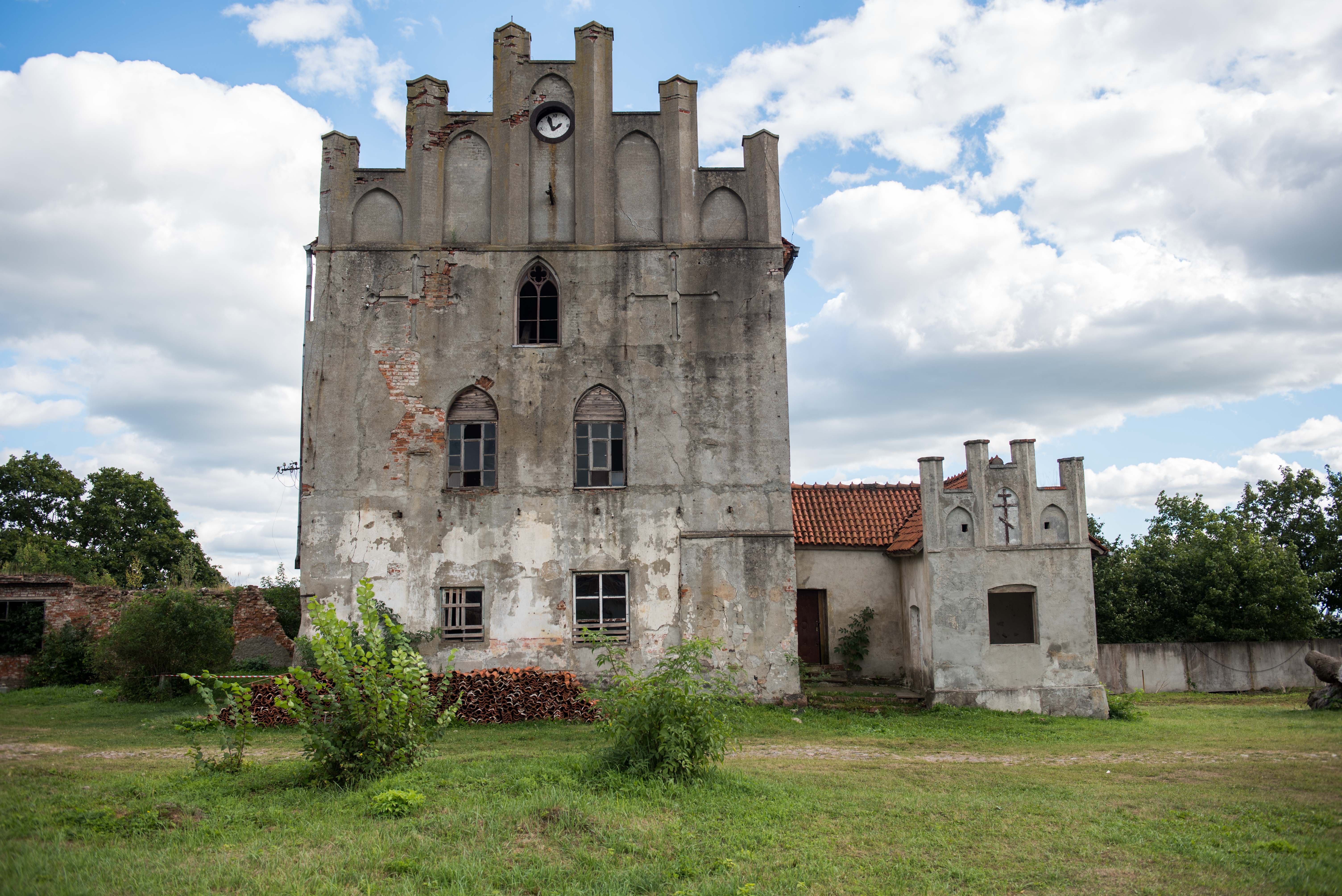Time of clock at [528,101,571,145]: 1:56
